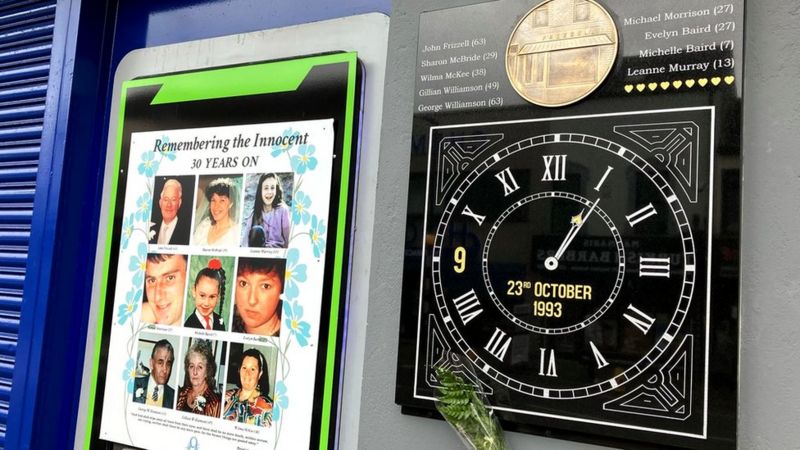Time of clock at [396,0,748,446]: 1:05
